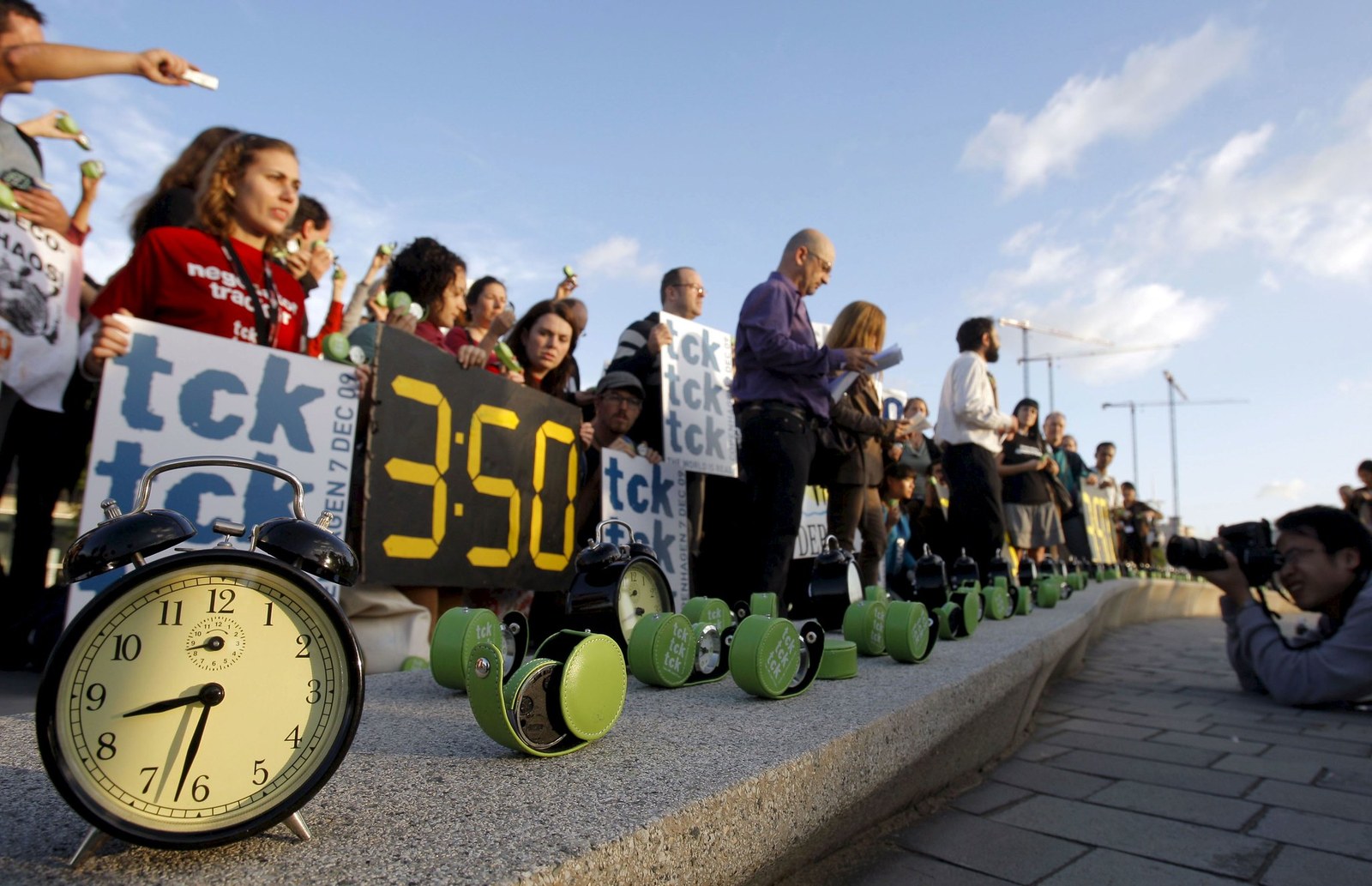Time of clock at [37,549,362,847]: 8:32
